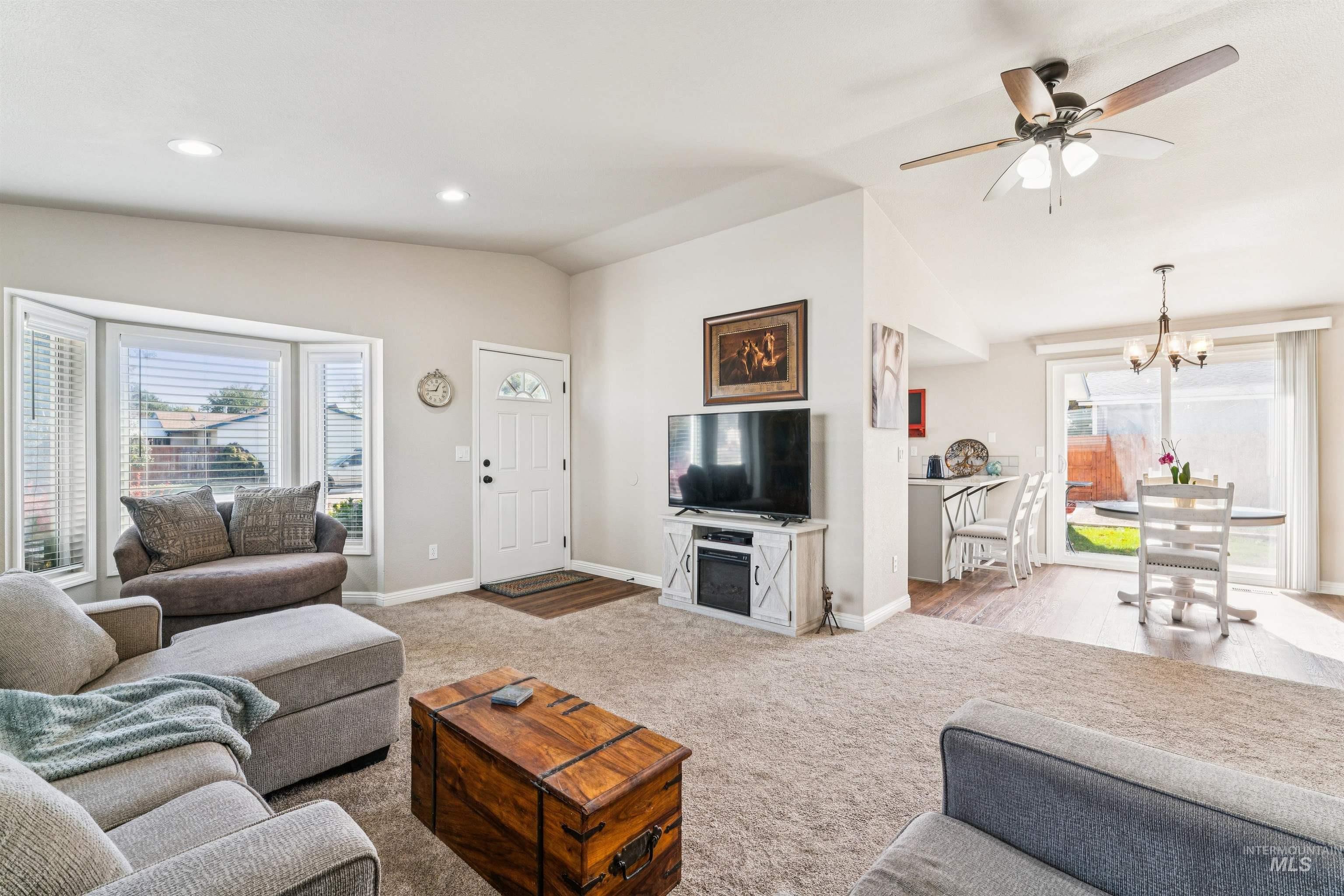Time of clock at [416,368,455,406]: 12:43
